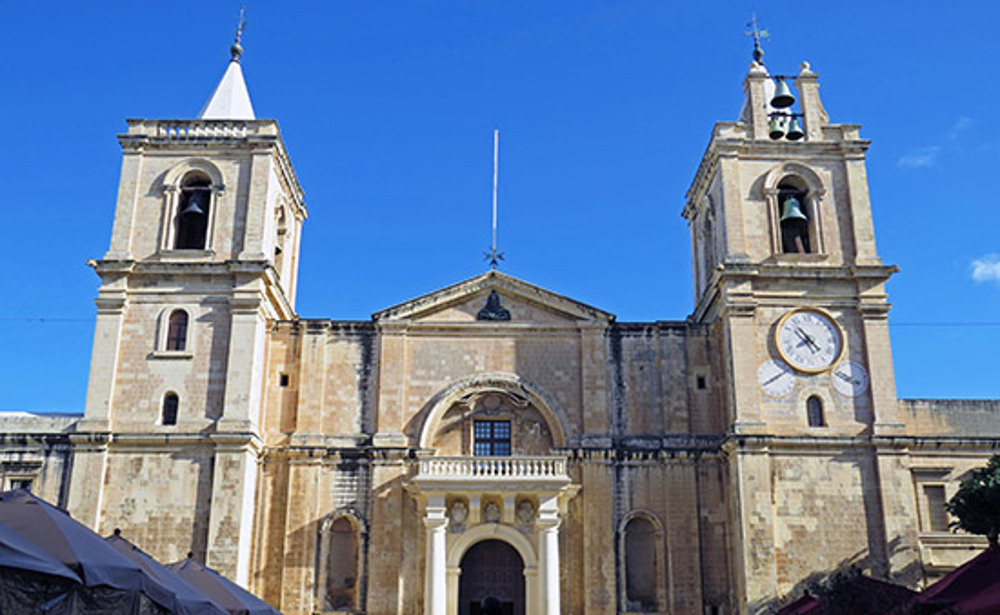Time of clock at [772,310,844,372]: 7:53
